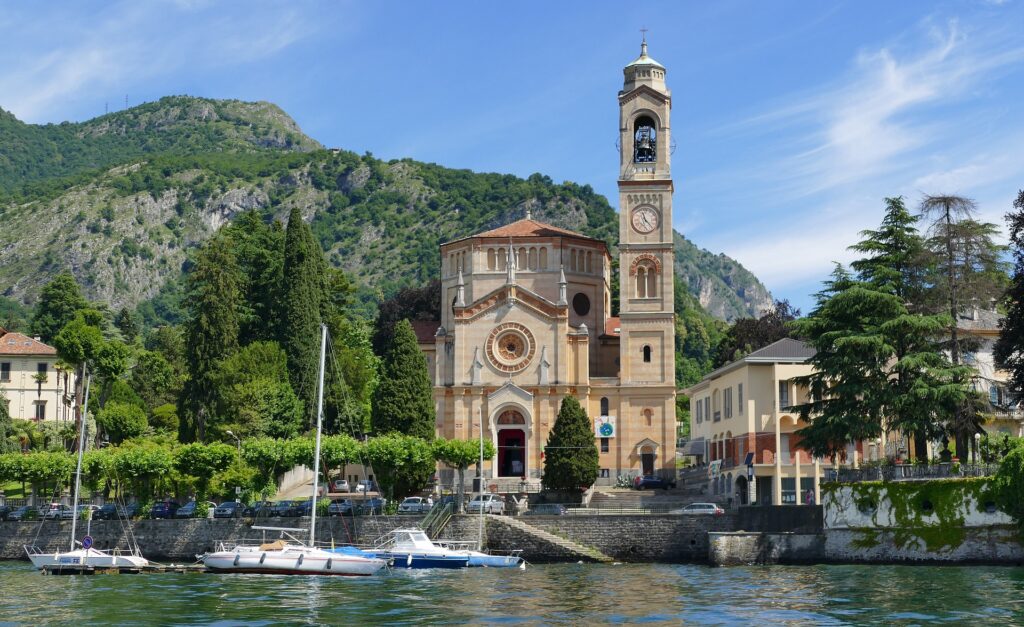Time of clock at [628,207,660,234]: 11:22
